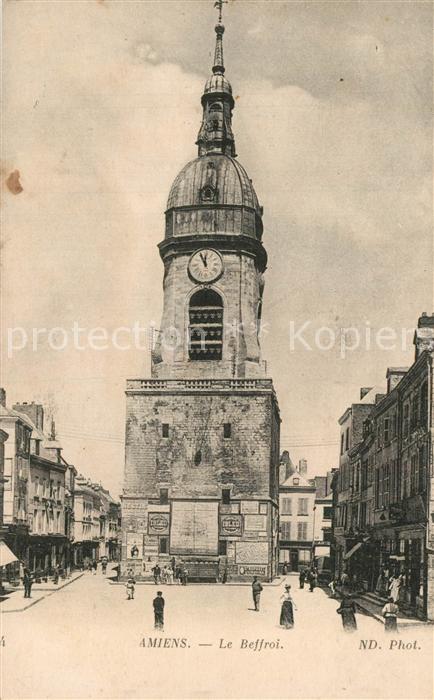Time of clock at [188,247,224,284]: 11:55
